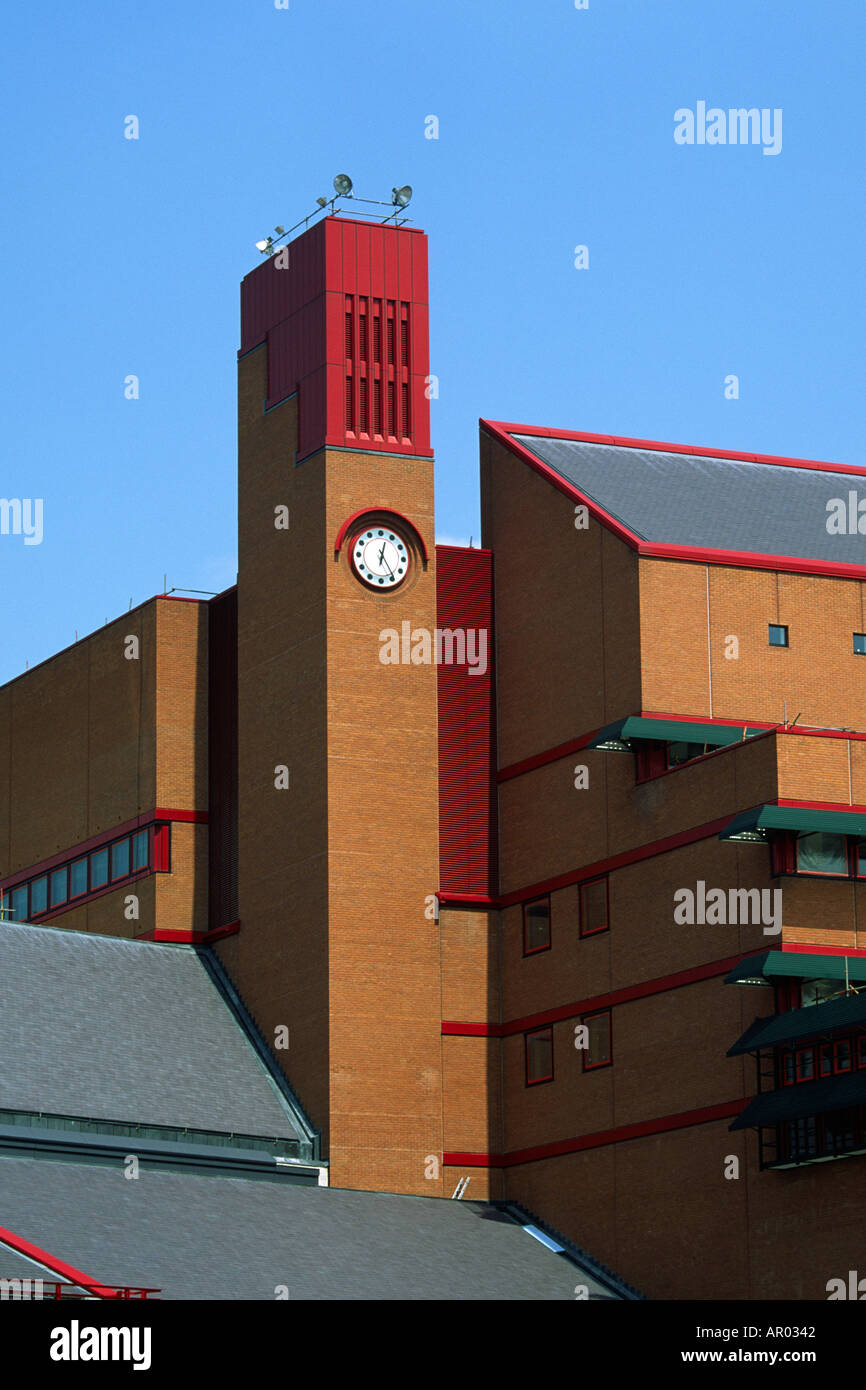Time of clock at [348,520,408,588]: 12:24
